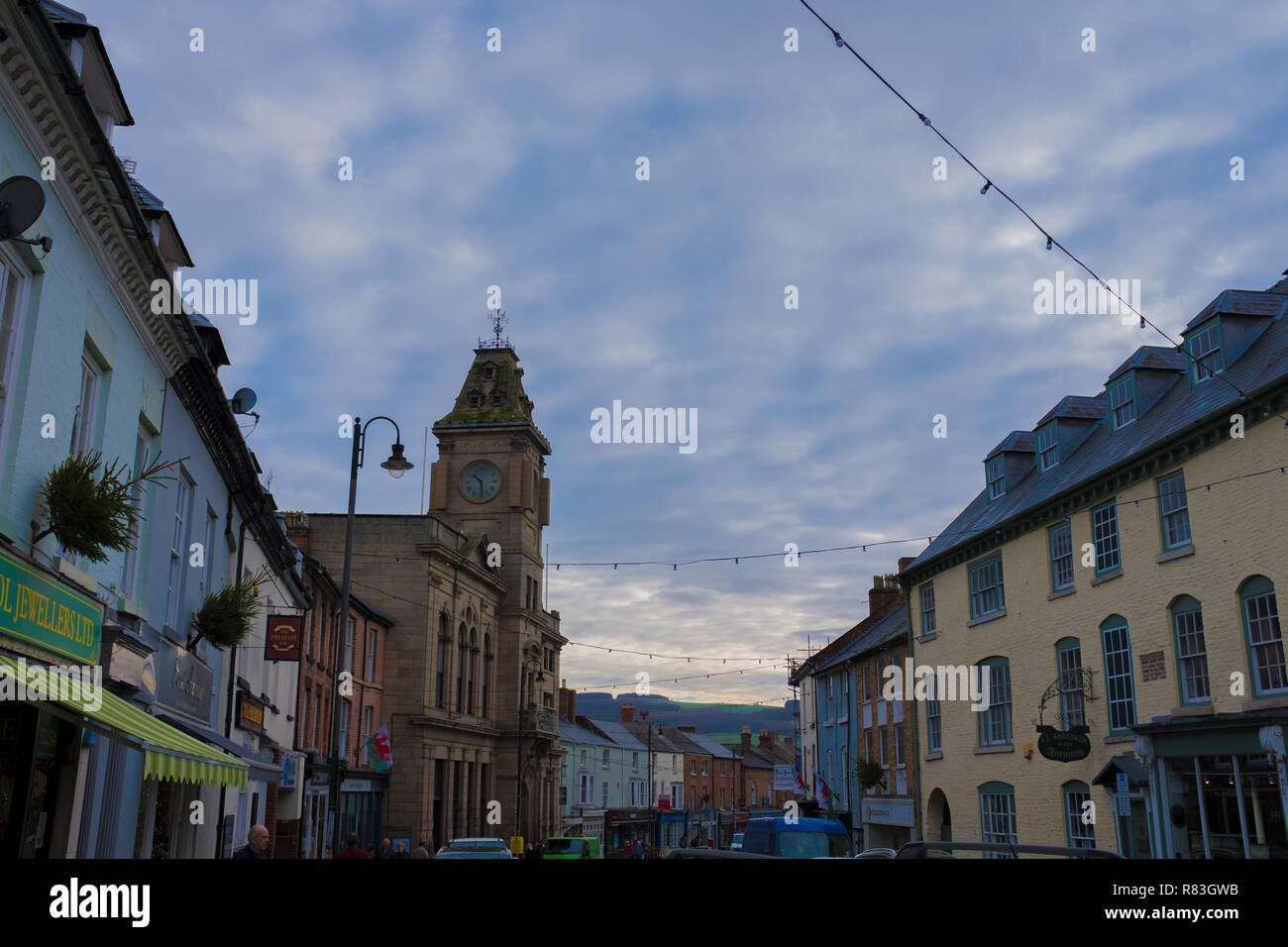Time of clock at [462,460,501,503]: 10:29
